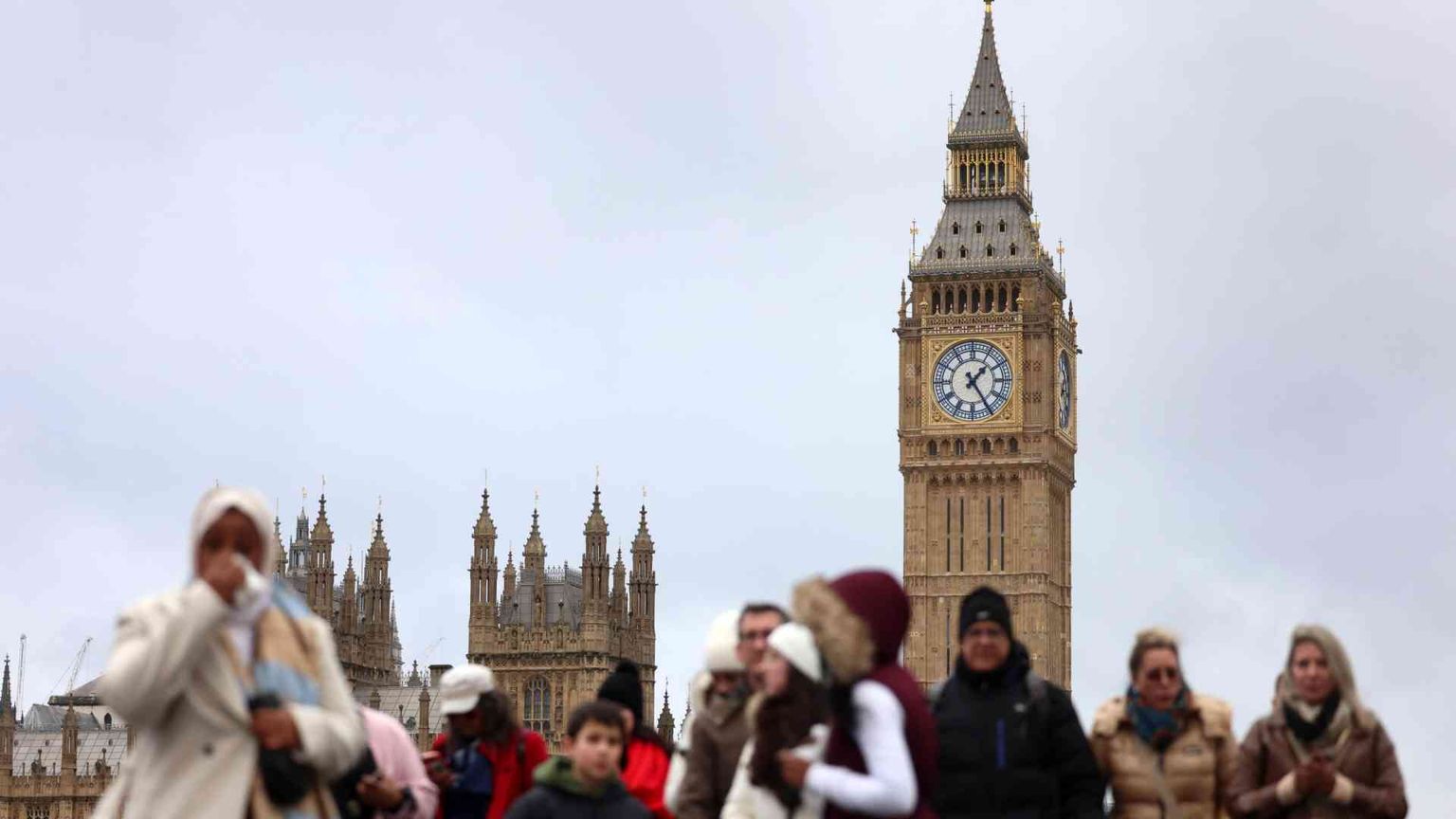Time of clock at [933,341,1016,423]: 1:24
